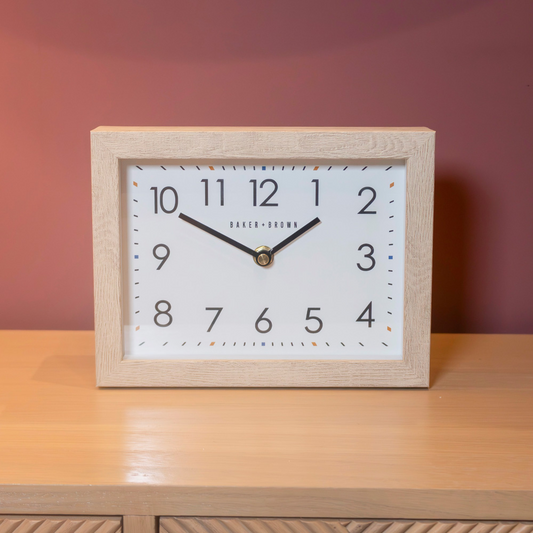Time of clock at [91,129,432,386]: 1:50
